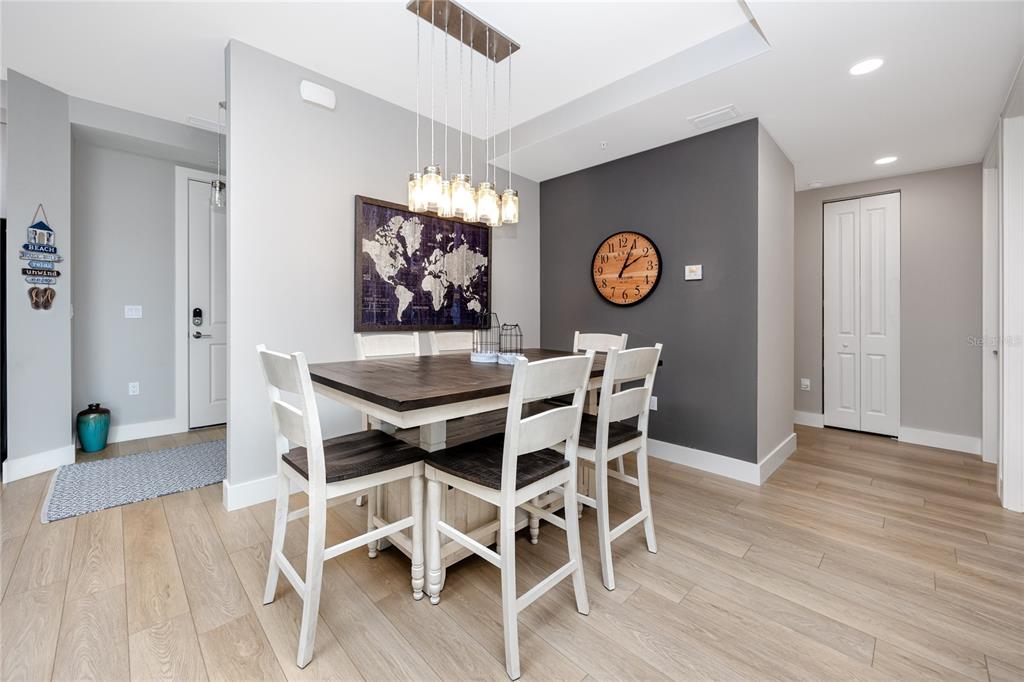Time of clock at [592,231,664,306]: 2:04
